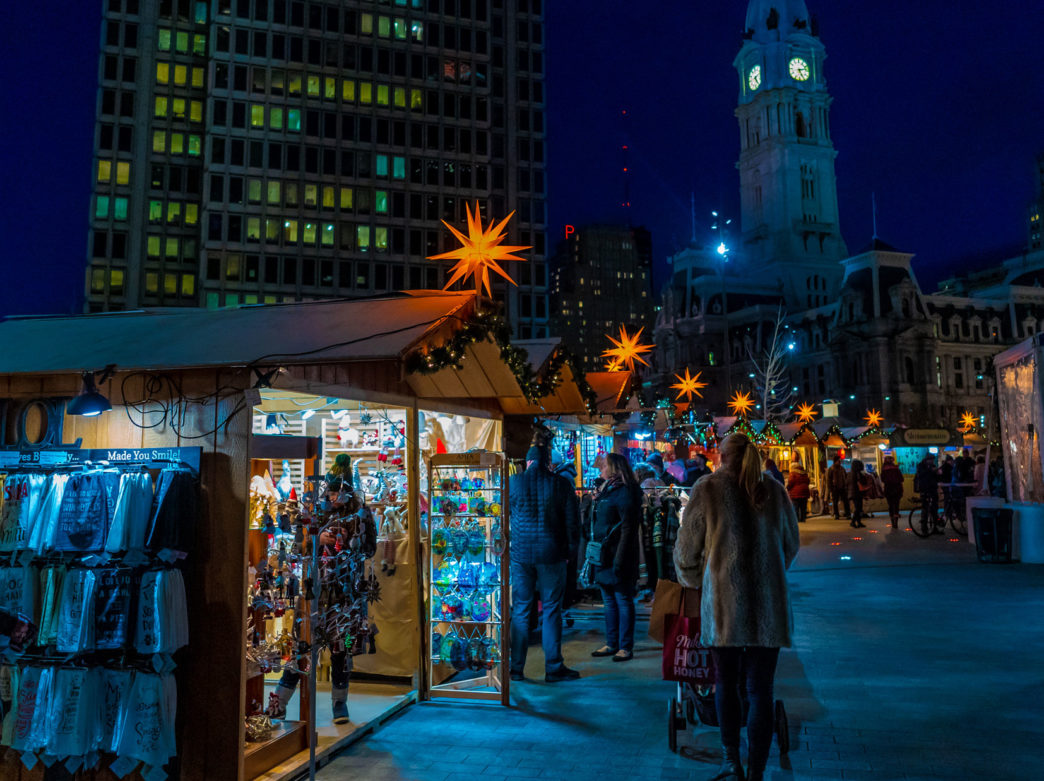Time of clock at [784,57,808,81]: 5:12
